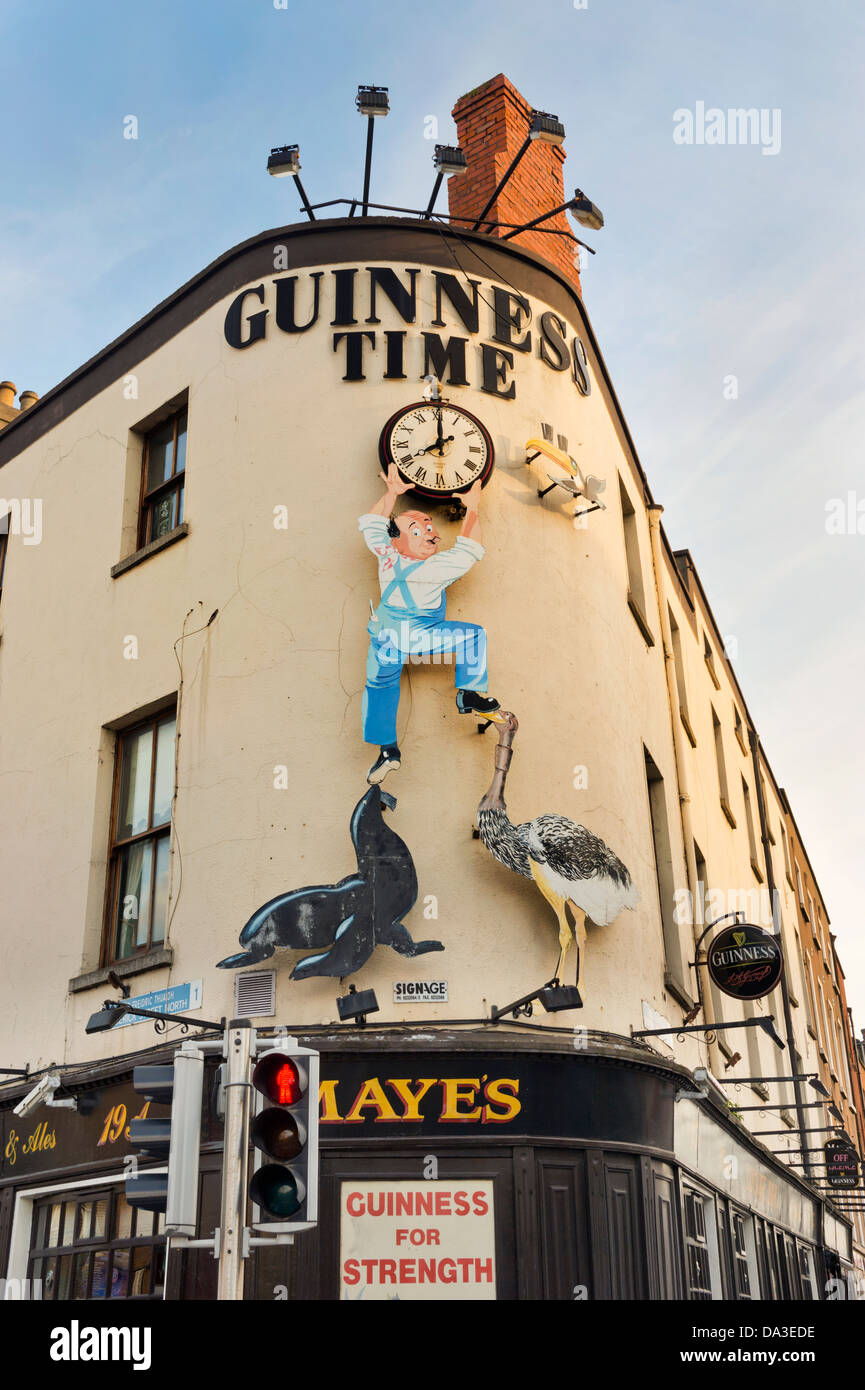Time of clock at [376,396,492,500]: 8:00
